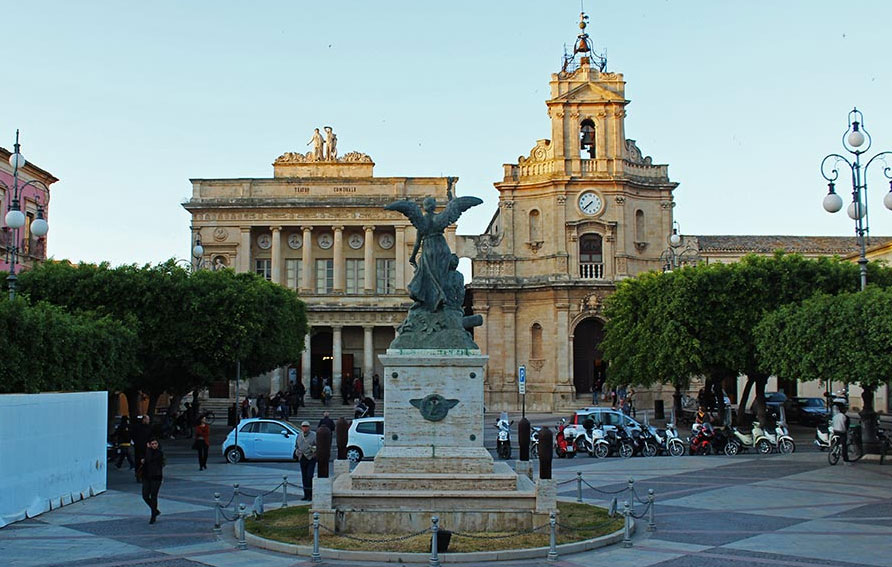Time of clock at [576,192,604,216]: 7:37
